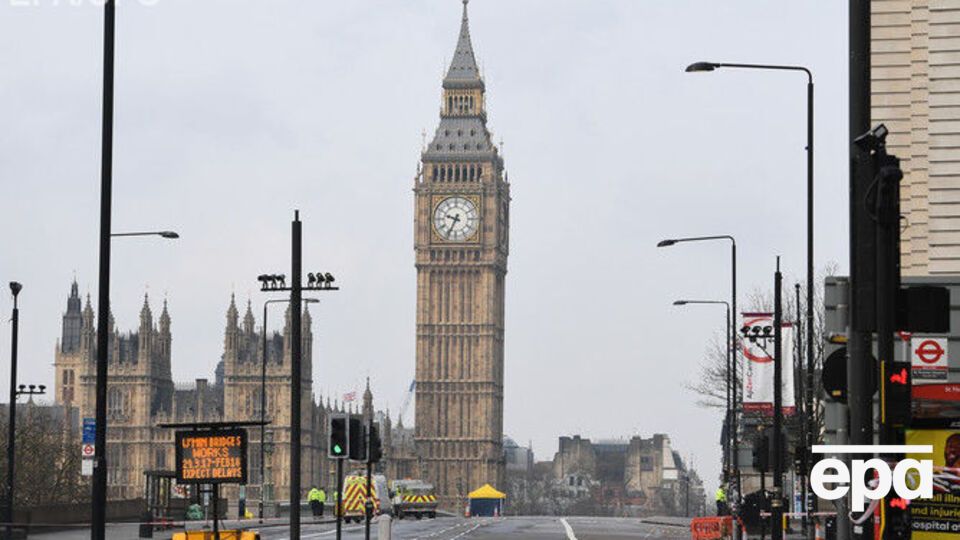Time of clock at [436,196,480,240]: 9:34
